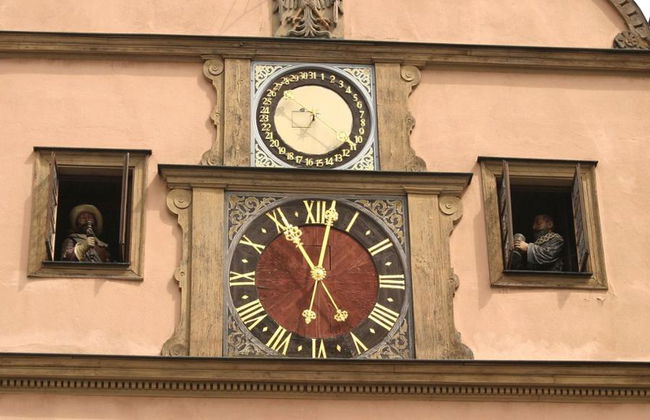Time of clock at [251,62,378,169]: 9:34
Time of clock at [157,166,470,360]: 11:02
